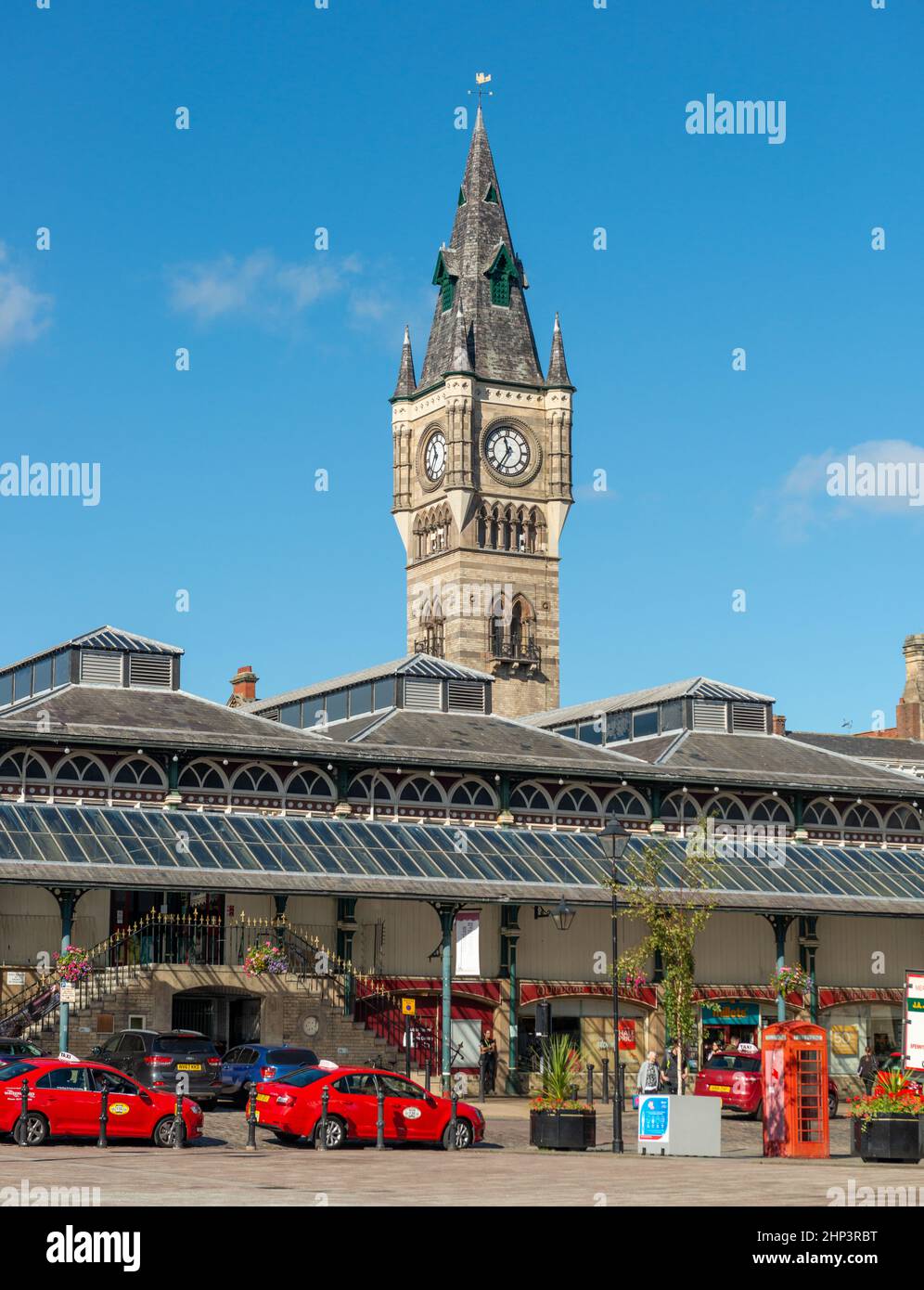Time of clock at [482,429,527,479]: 11:35
